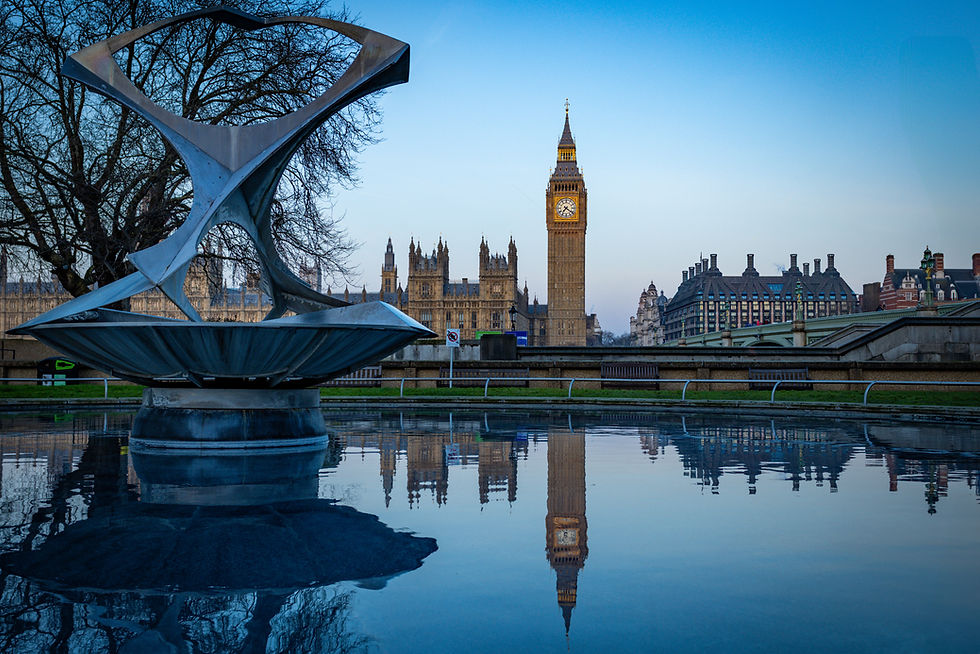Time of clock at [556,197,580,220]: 7:21
